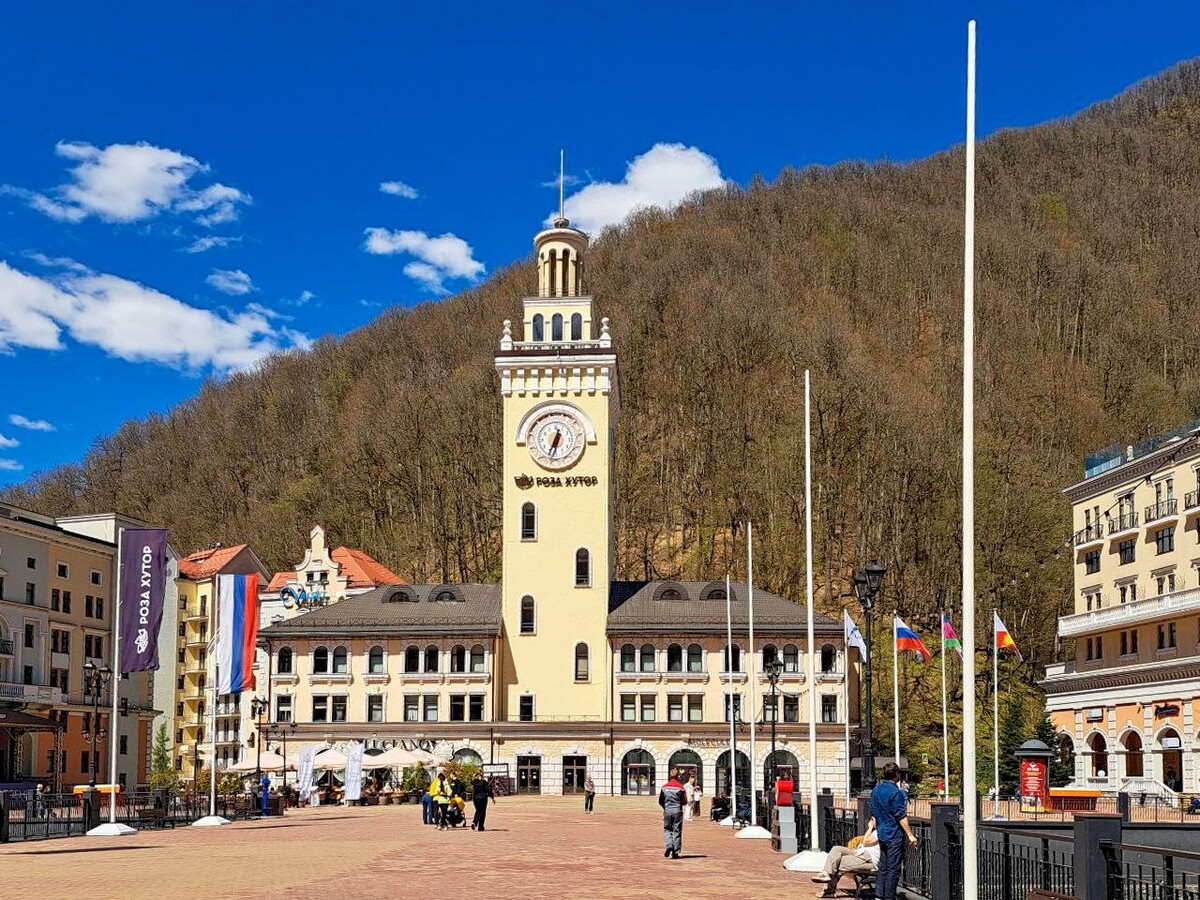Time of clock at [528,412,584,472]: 6:32
